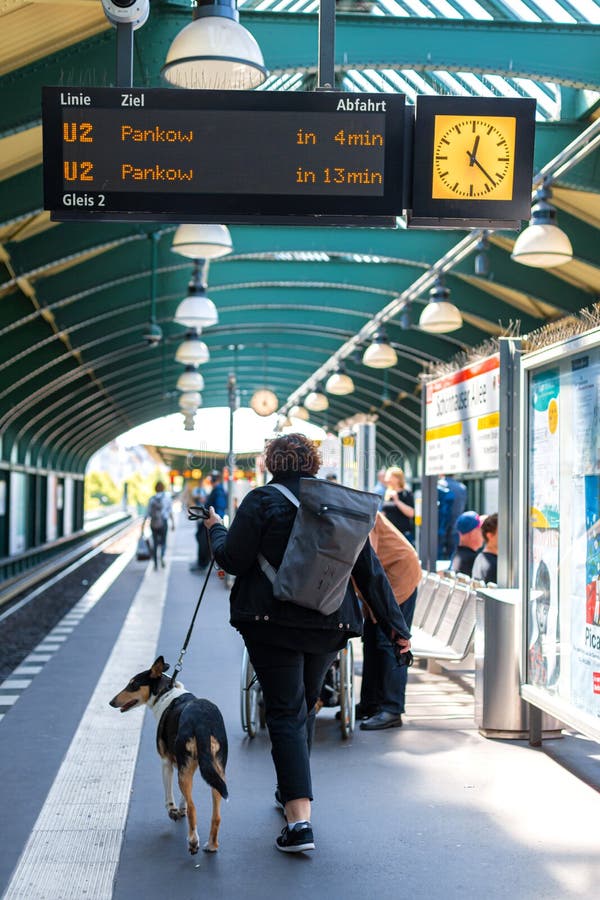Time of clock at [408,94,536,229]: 12:22
